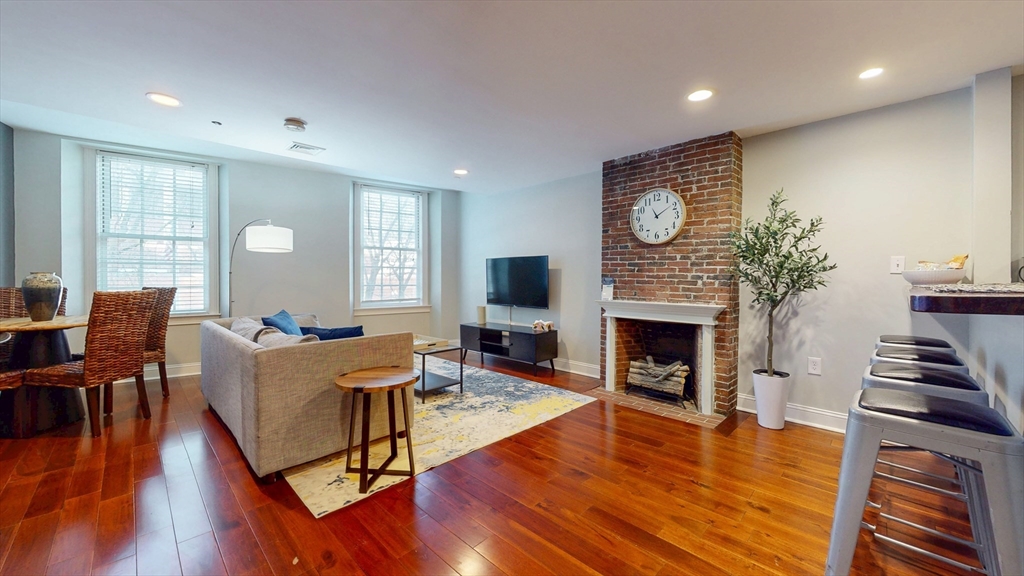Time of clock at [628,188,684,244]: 11:09
